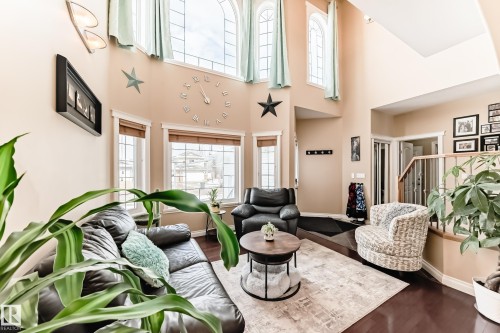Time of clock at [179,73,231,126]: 10:56
